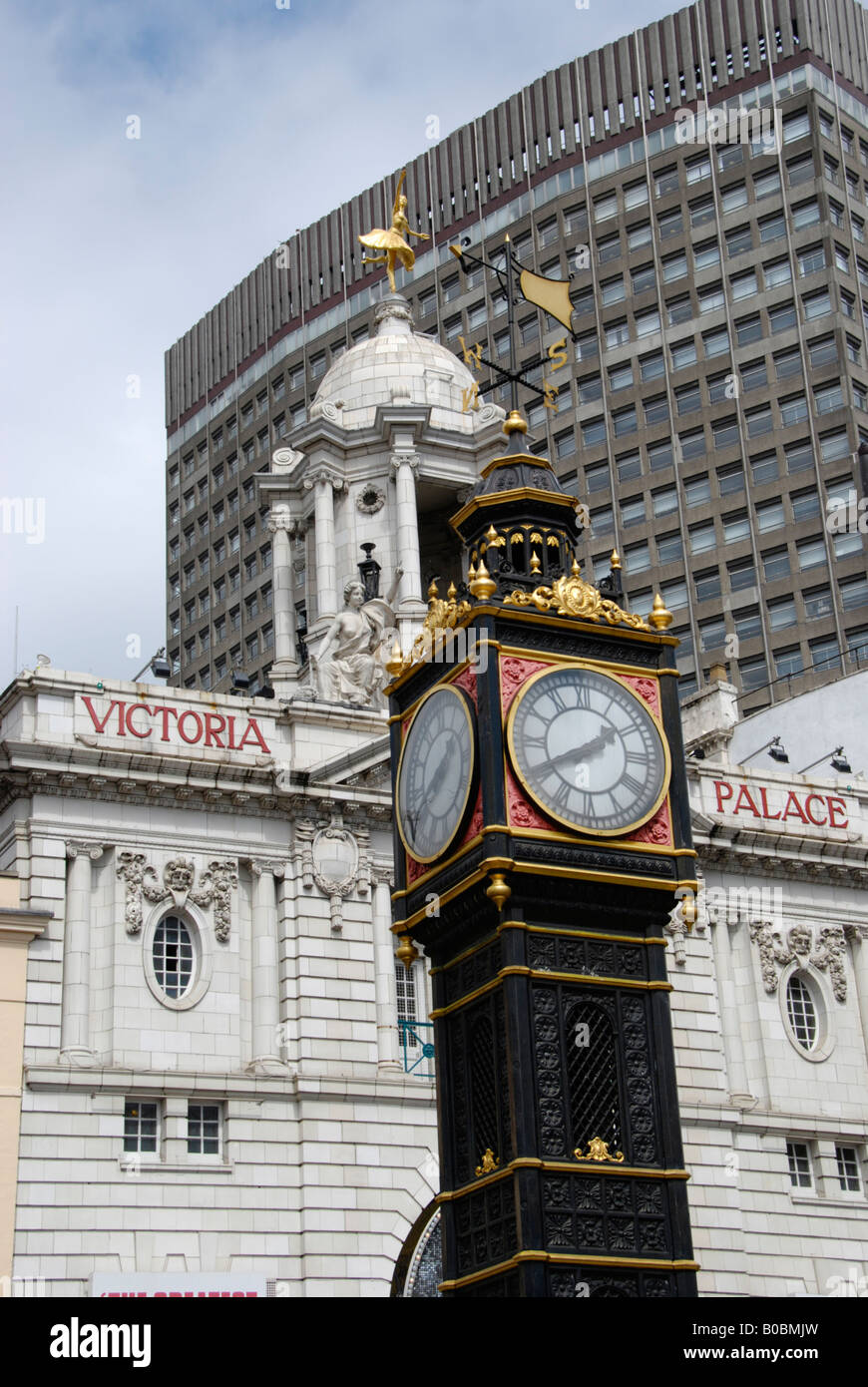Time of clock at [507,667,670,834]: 1:40
